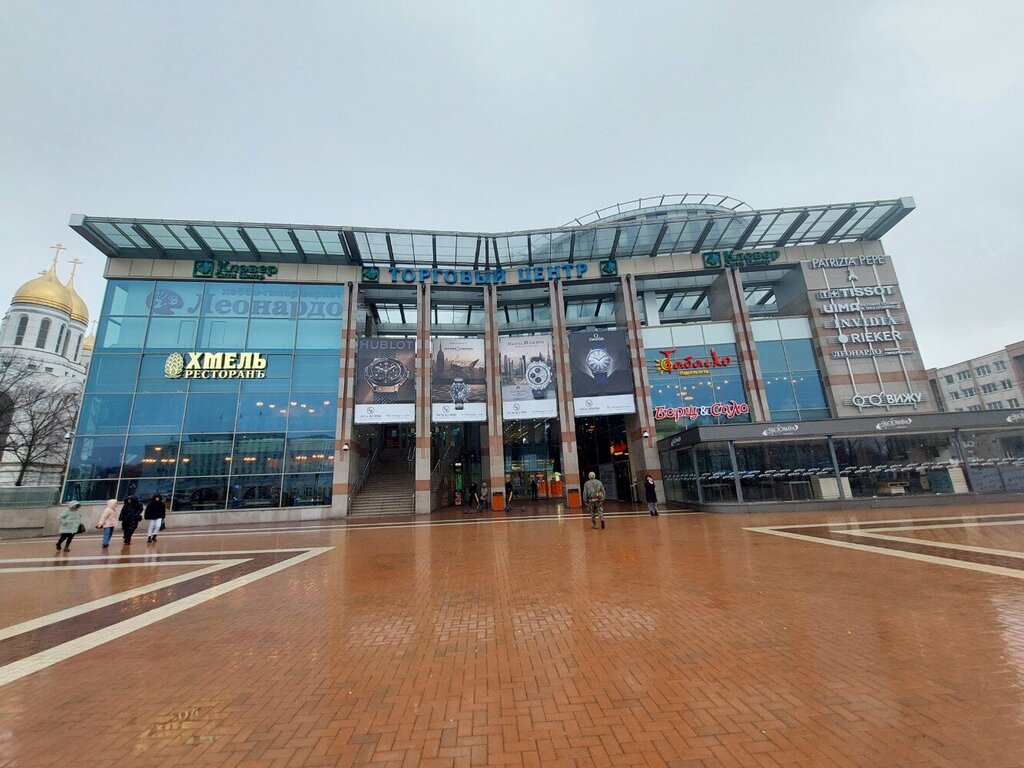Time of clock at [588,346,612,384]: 10:07
